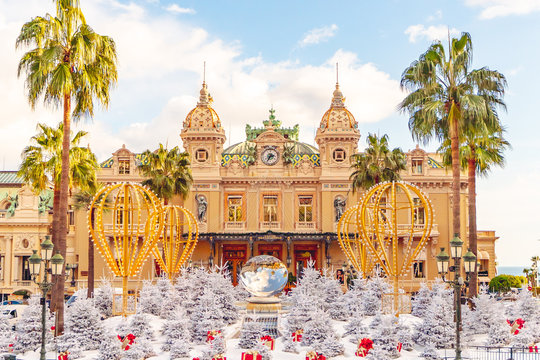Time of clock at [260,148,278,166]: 2:35
